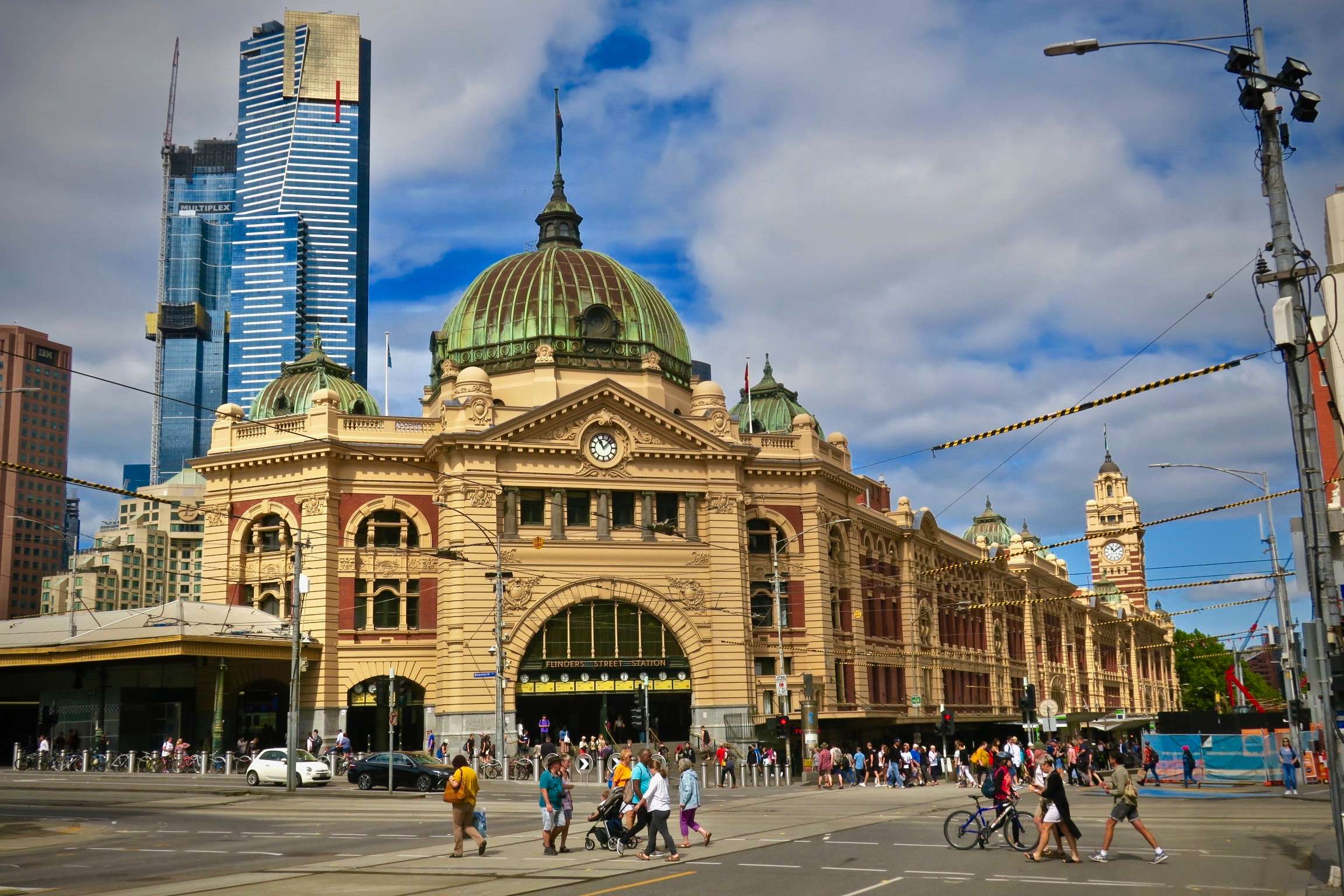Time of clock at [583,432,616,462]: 11:07
